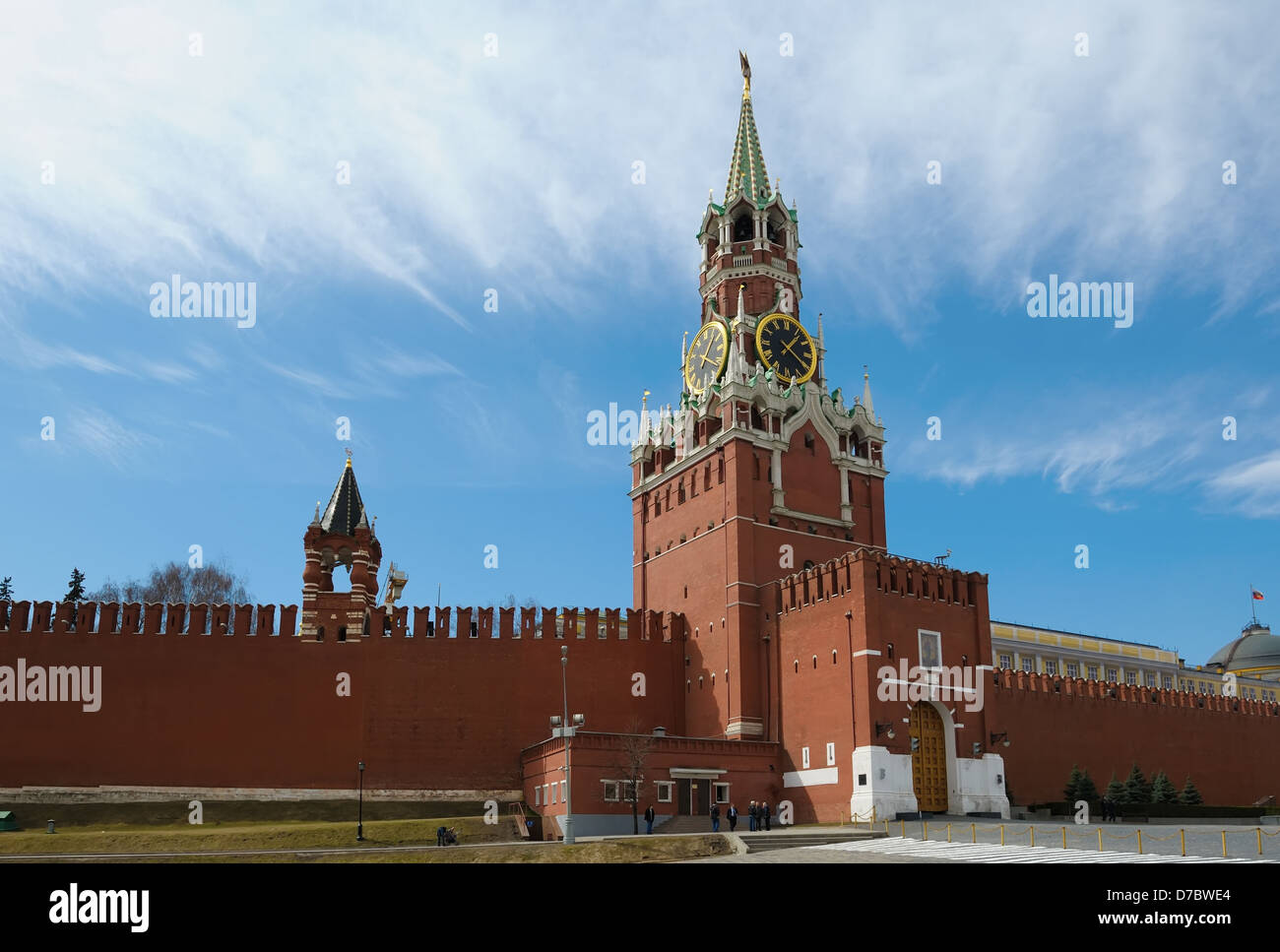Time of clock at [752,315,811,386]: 1:20
